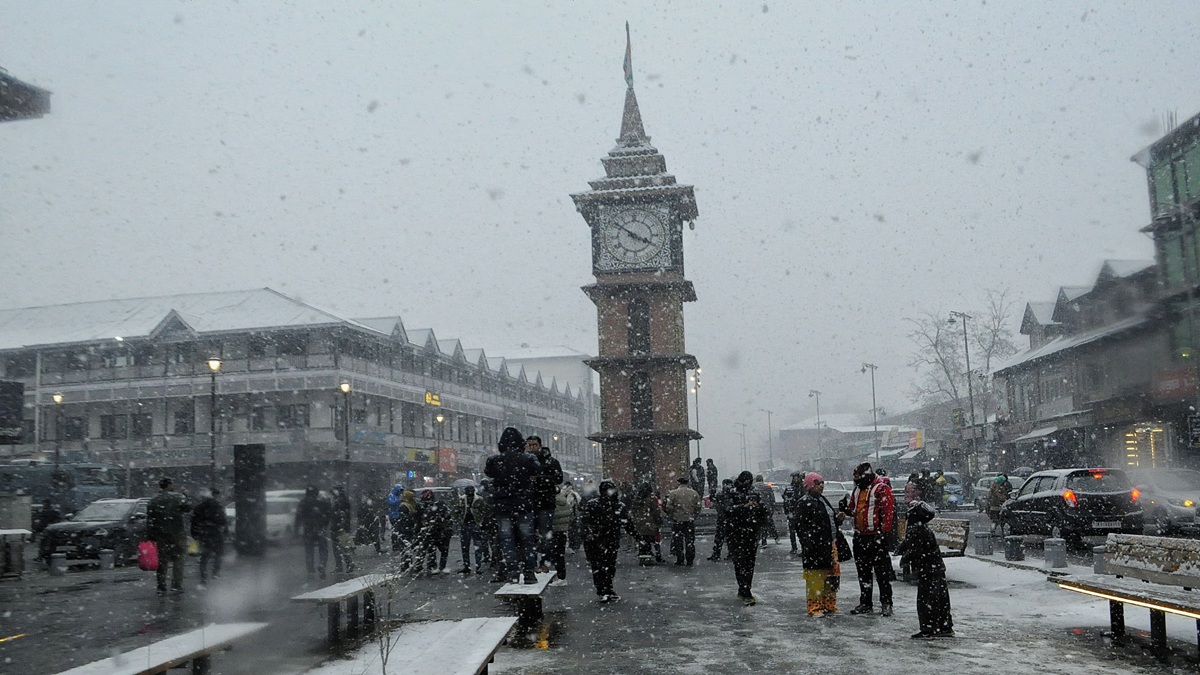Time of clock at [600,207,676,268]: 3:51
